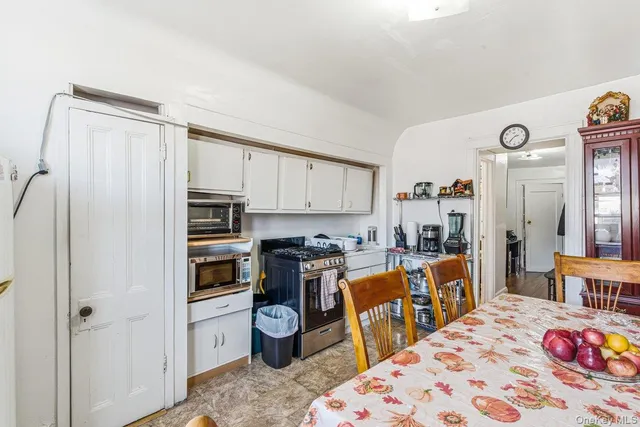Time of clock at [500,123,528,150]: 2:37
